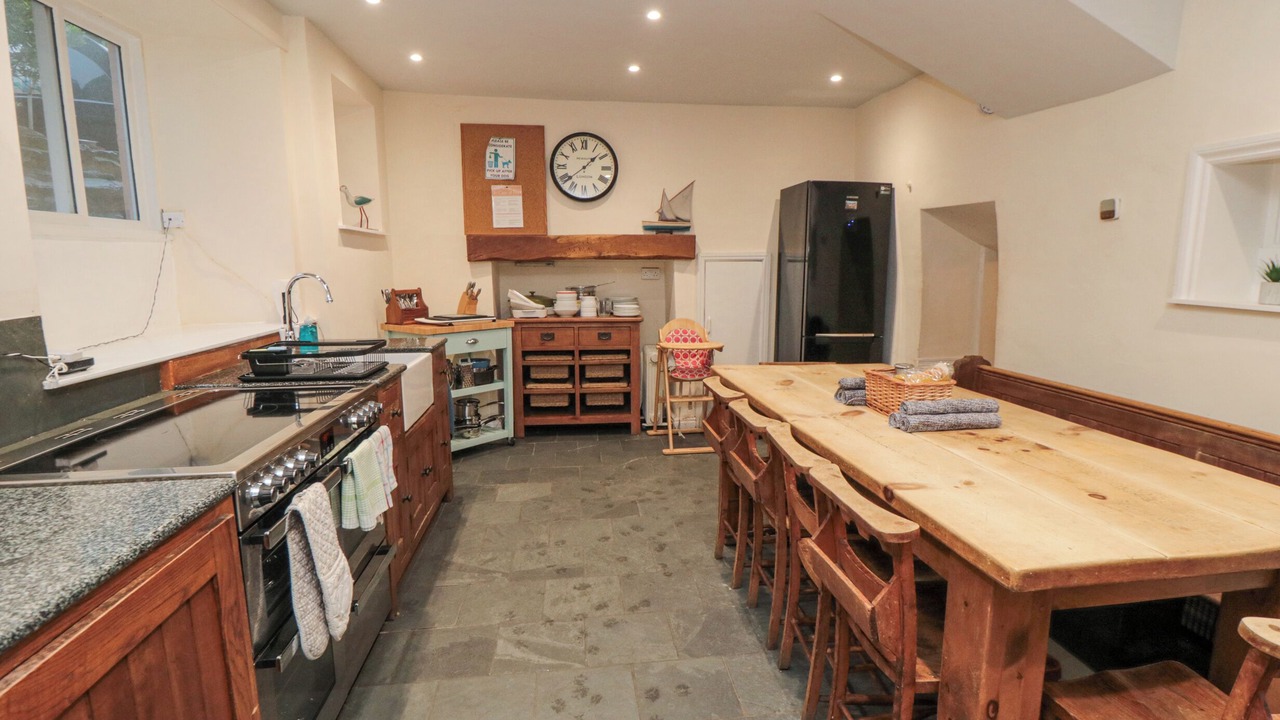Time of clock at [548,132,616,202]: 1:38
